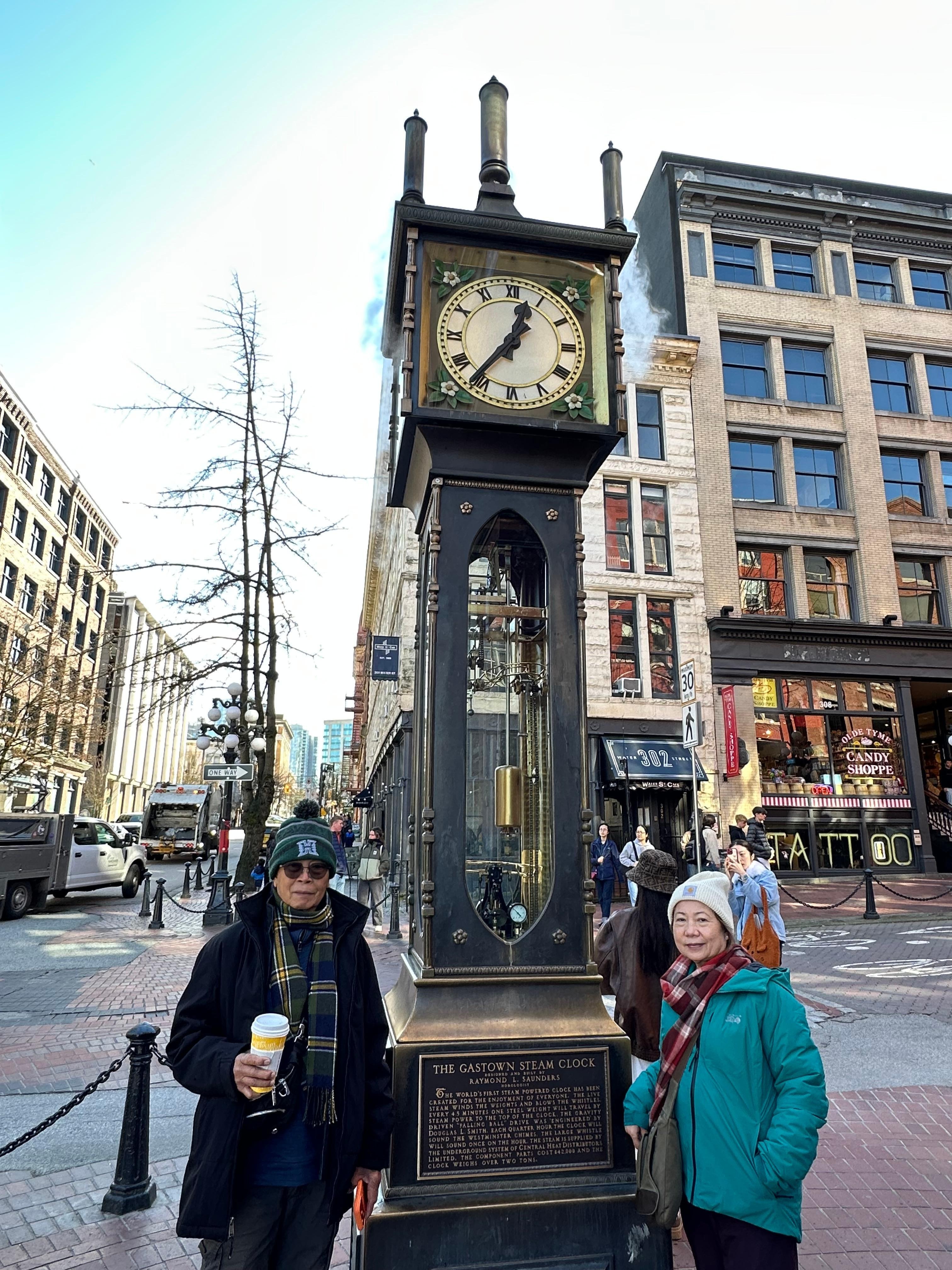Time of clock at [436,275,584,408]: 12:36
